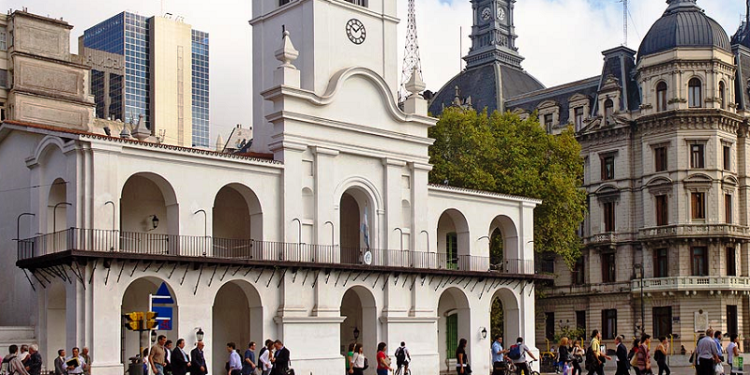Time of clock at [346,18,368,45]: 10:07
